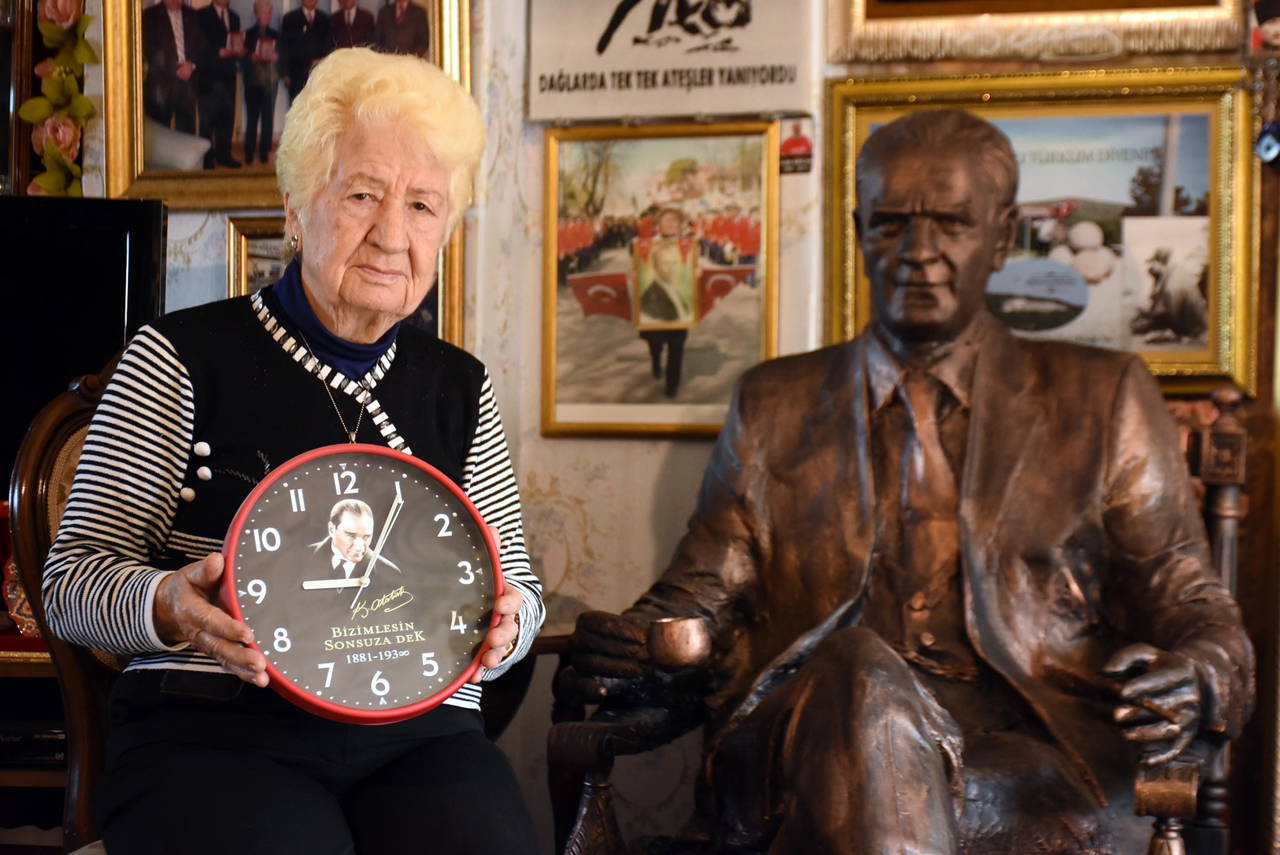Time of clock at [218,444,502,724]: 9:05
